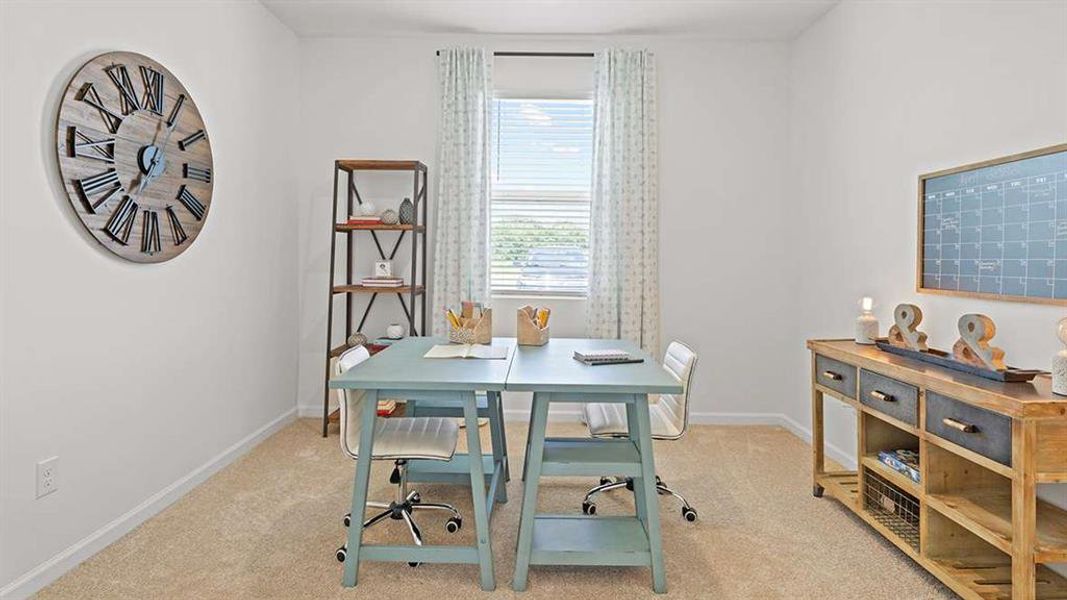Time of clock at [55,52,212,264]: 7:04
